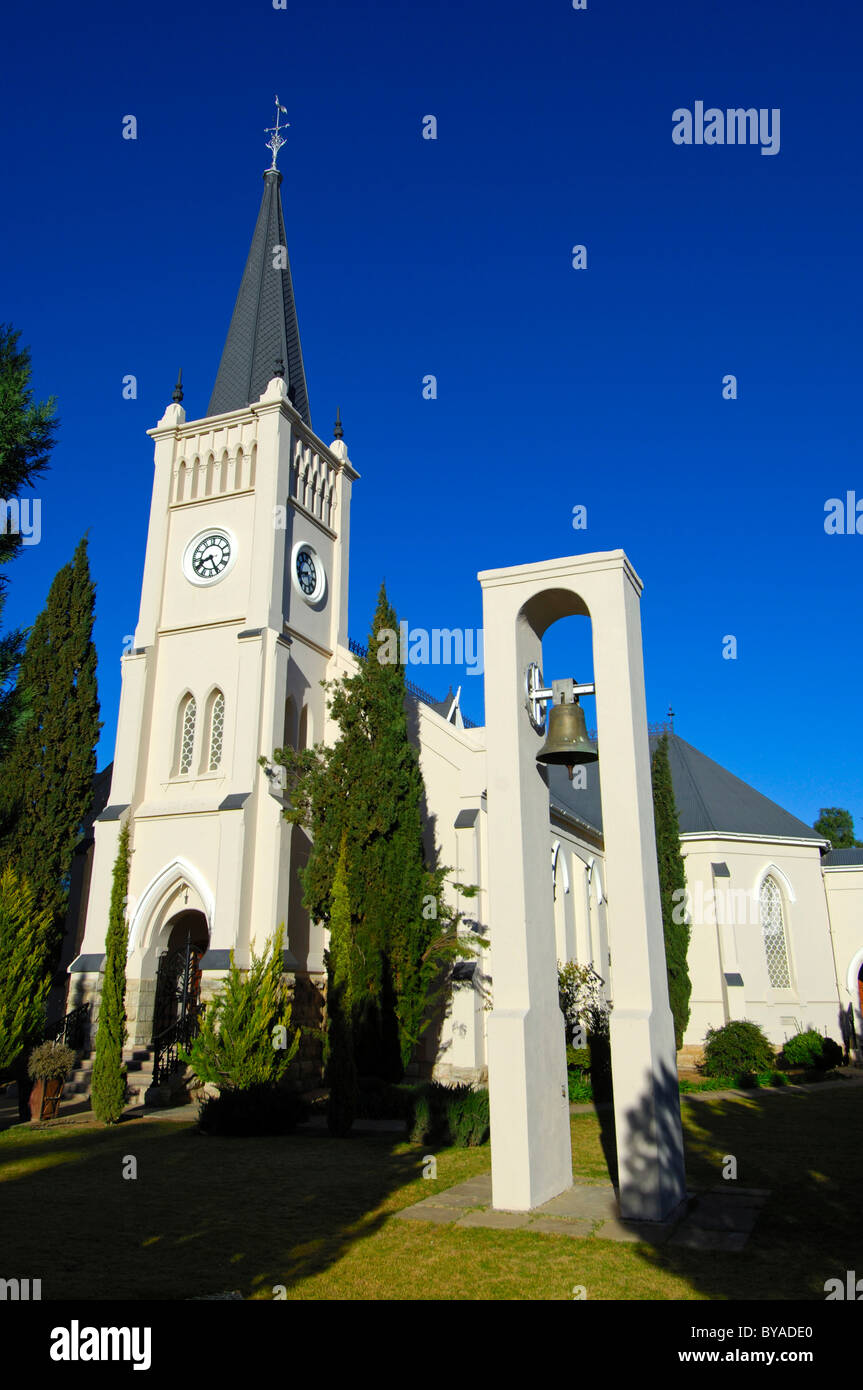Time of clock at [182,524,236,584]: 8:25
